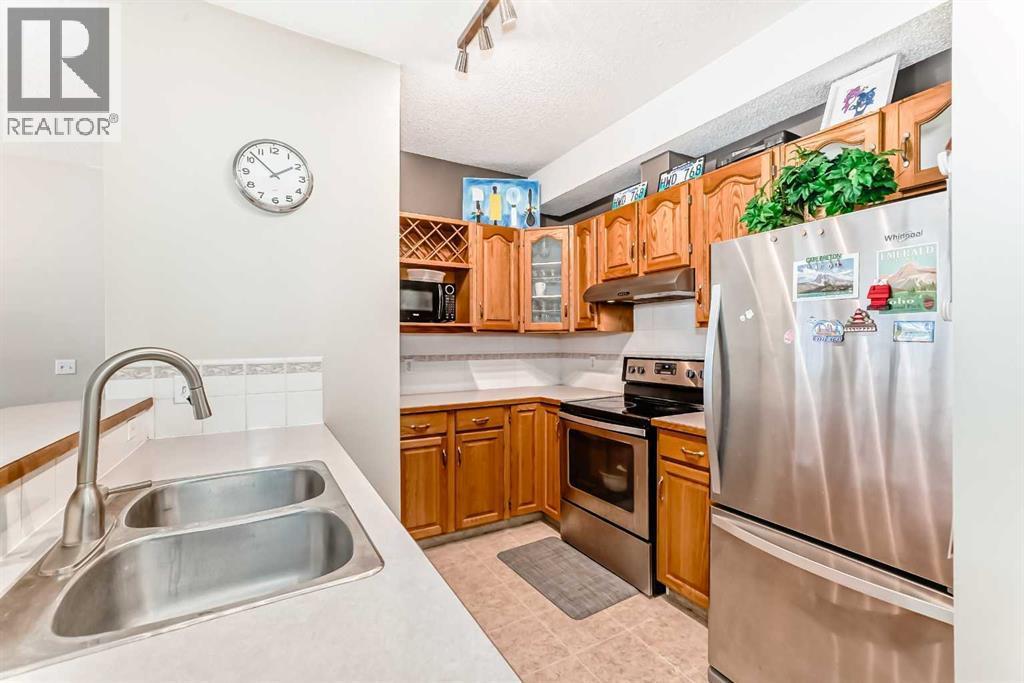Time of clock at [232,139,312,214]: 1:52
